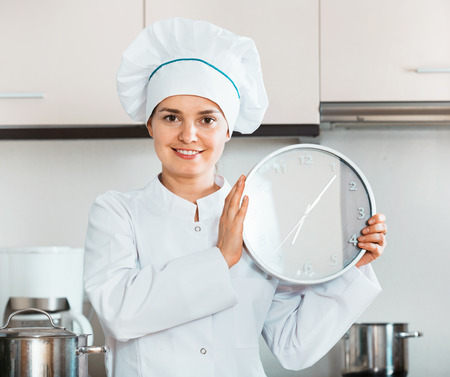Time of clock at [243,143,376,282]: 7:06
